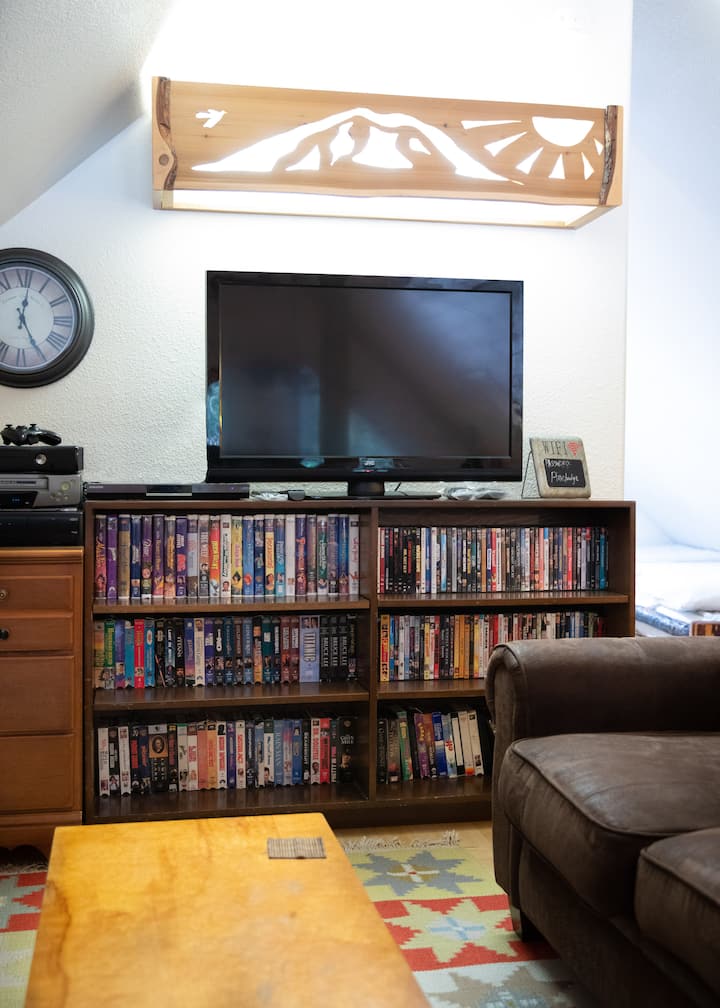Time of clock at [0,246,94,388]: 5:01
